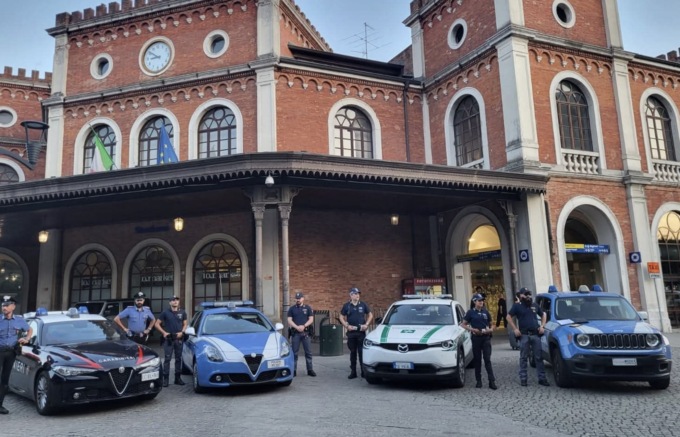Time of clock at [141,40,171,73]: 8:50
